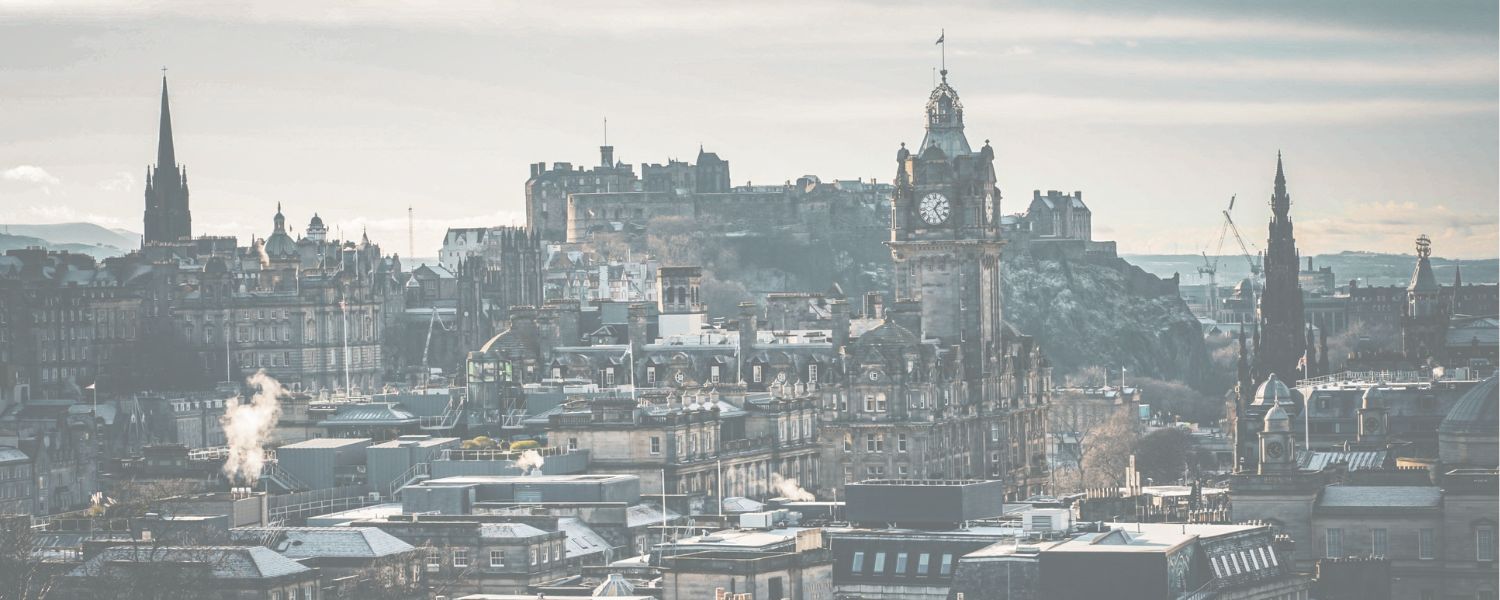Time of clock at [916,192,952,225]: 1:24
